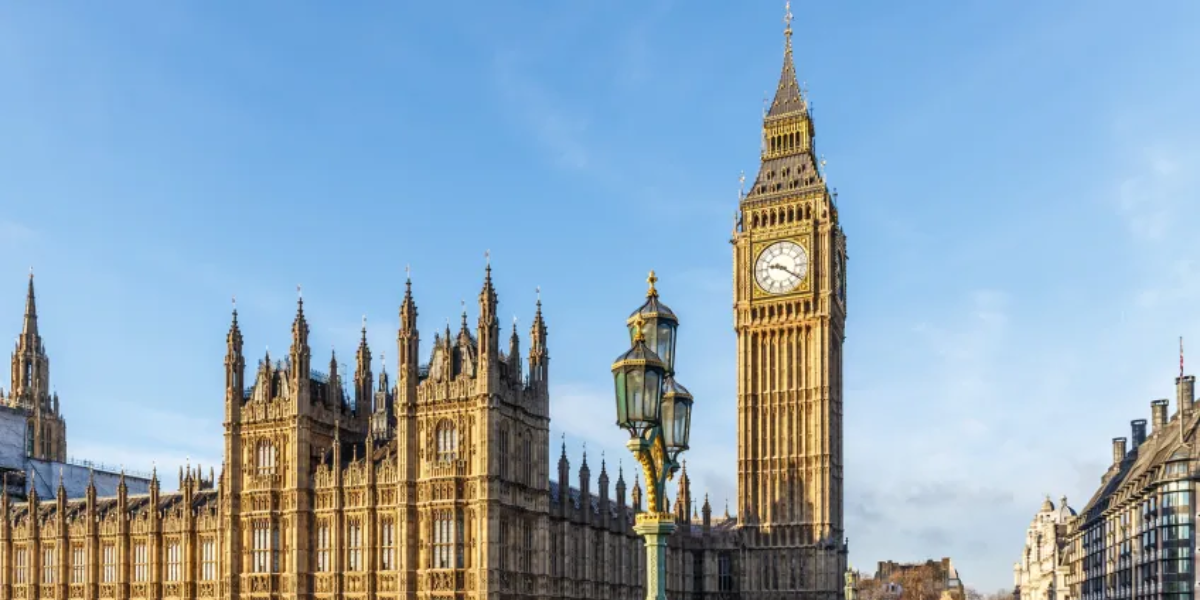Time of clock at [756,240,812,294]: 9:20
